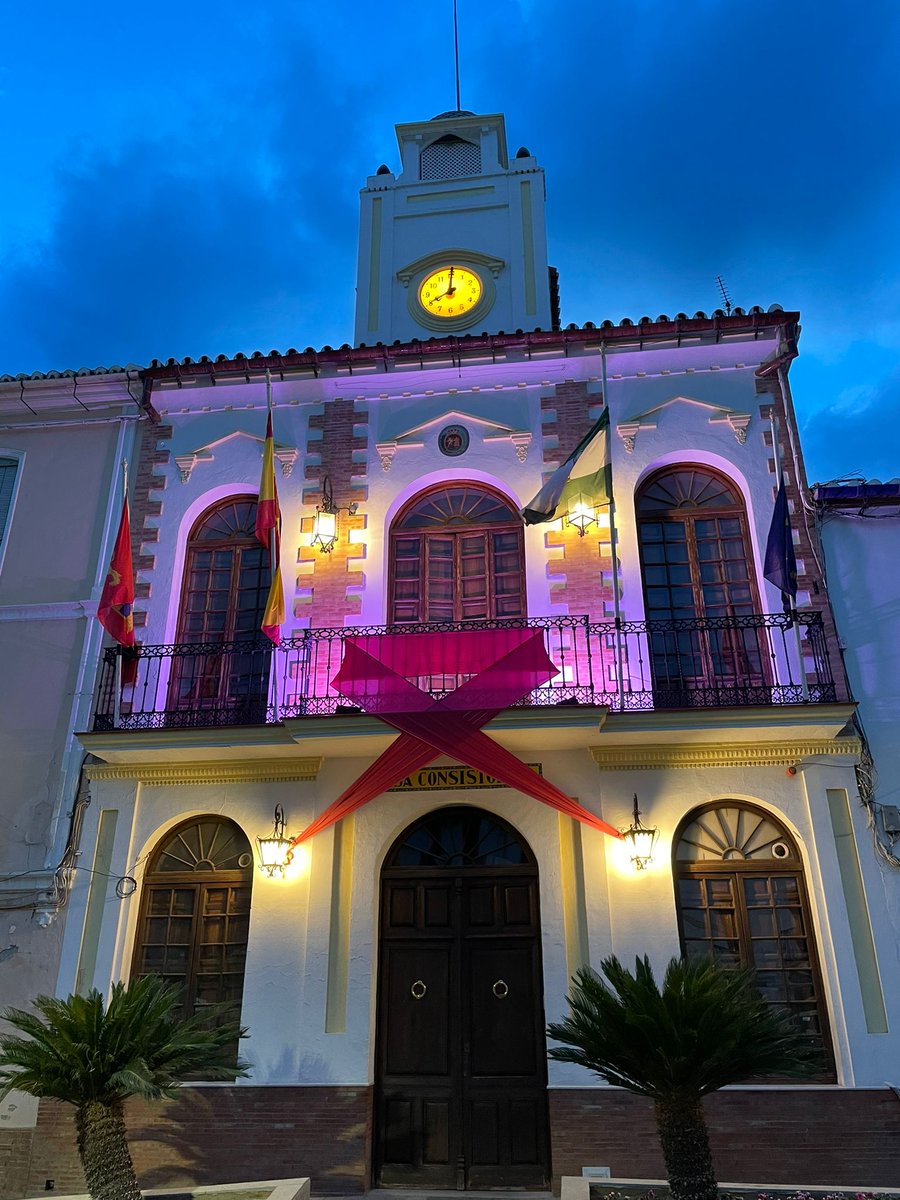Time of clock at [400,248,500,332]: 8:00
